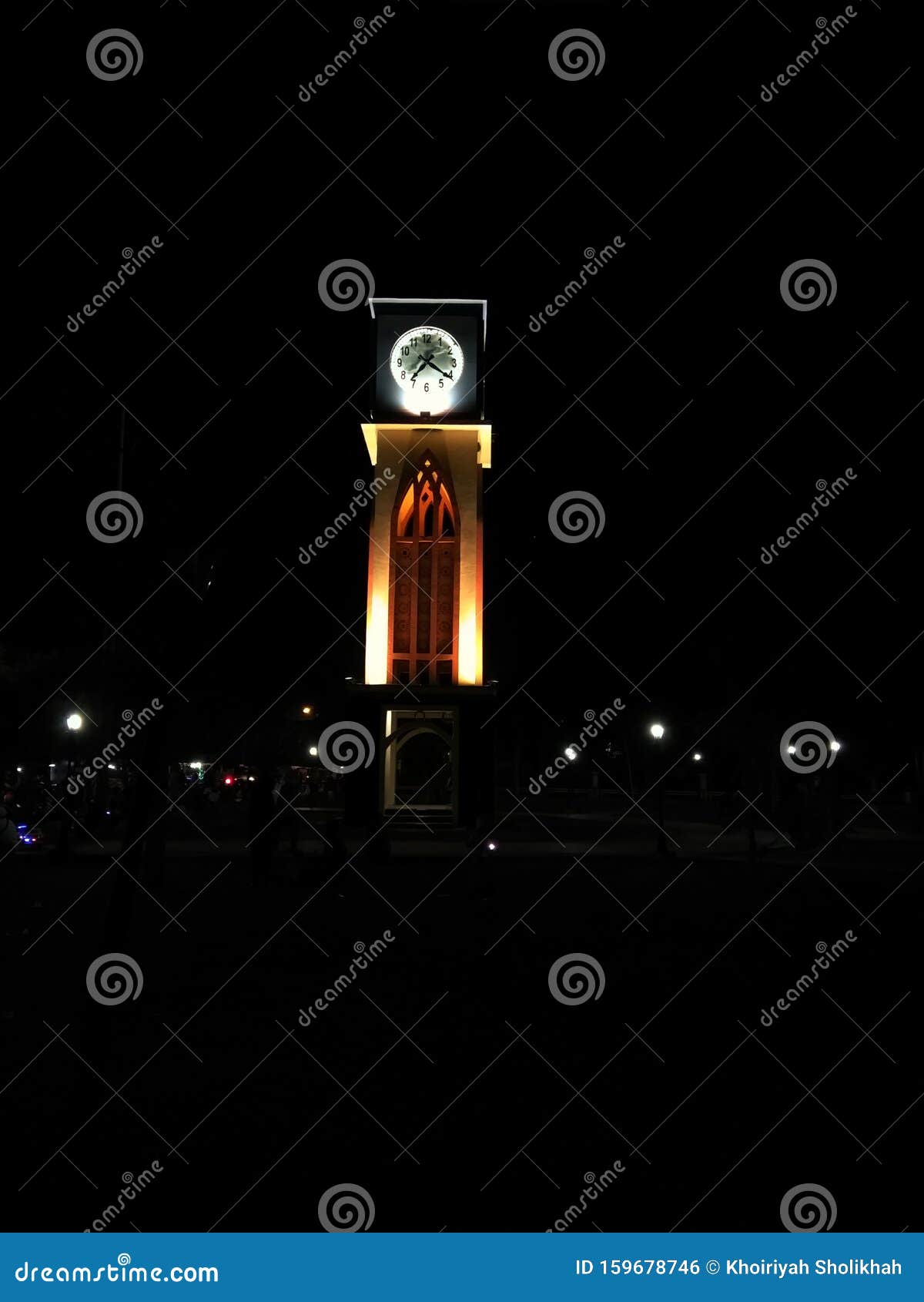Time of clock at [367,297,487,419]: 7:20
